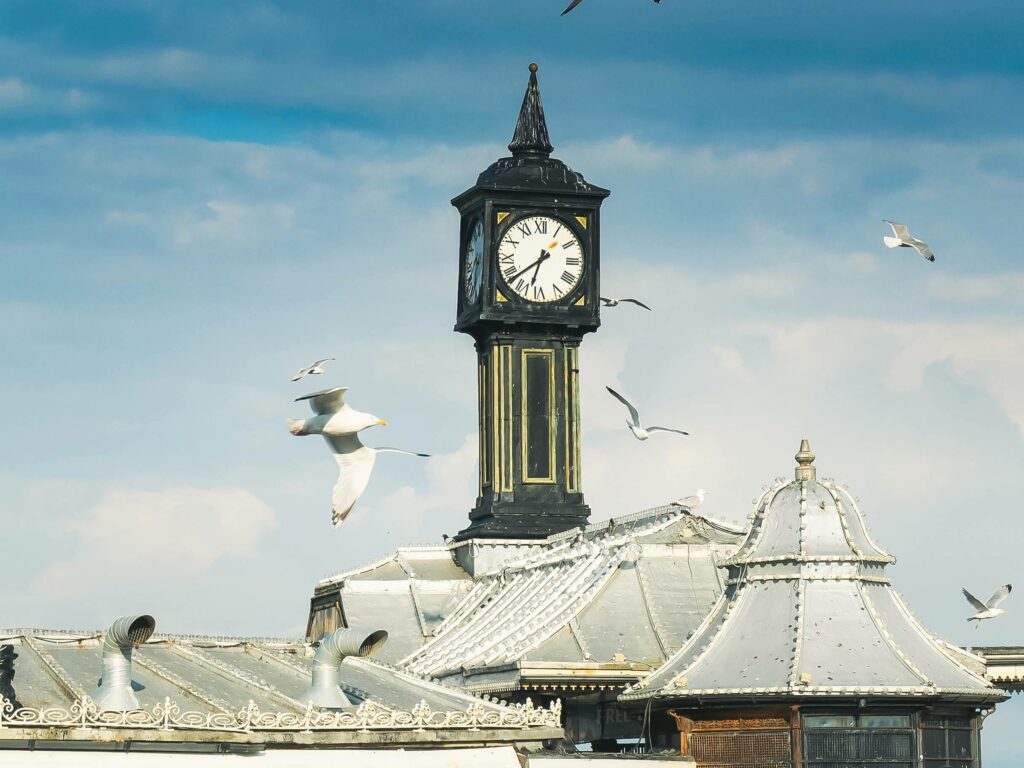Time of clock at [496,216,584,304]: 6:38
